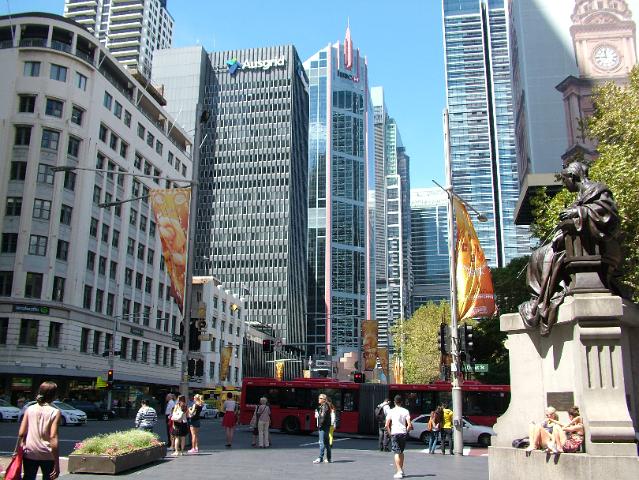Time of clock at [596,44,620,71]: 11:44
